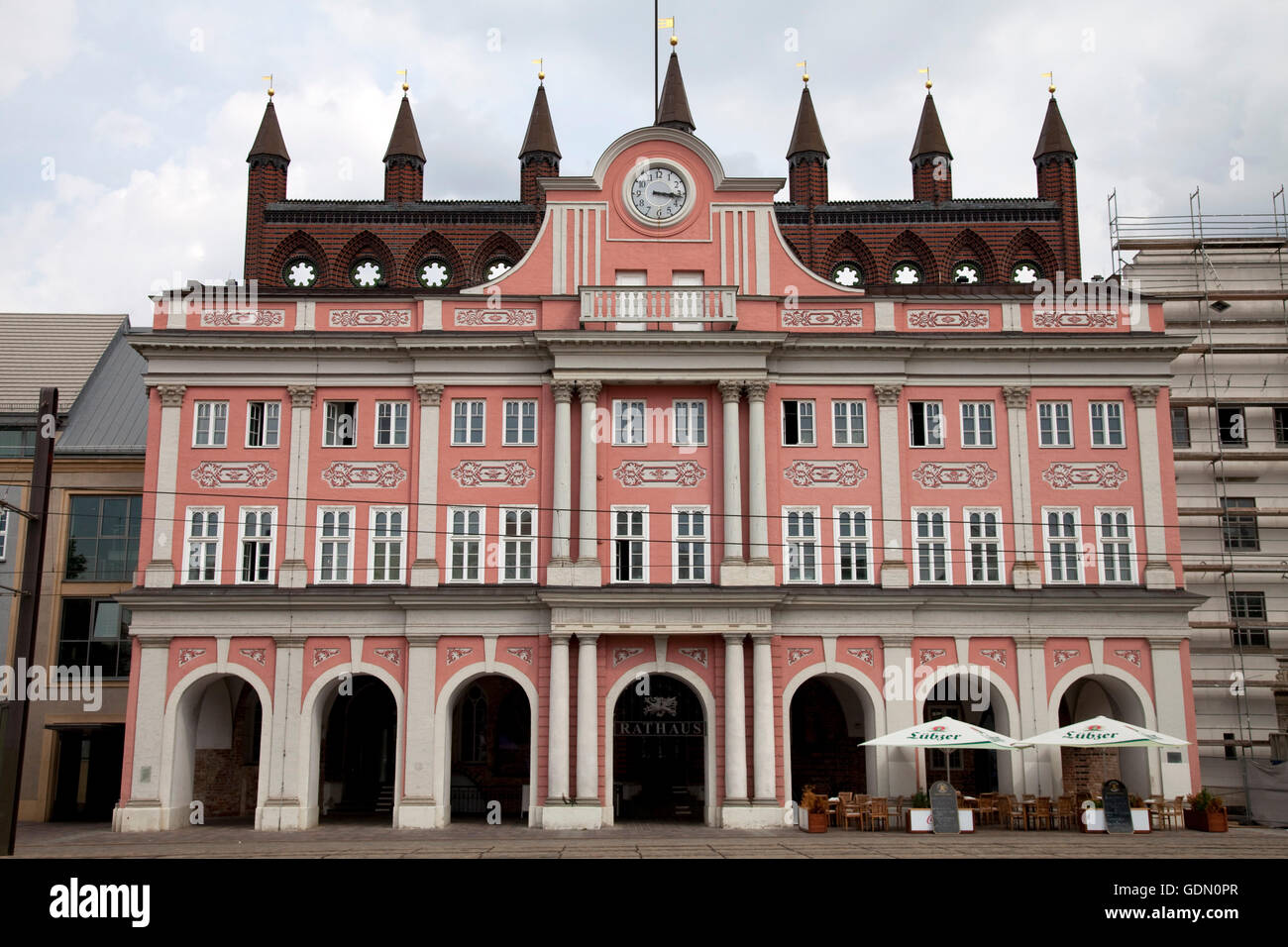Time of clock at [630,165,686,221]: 3:16
